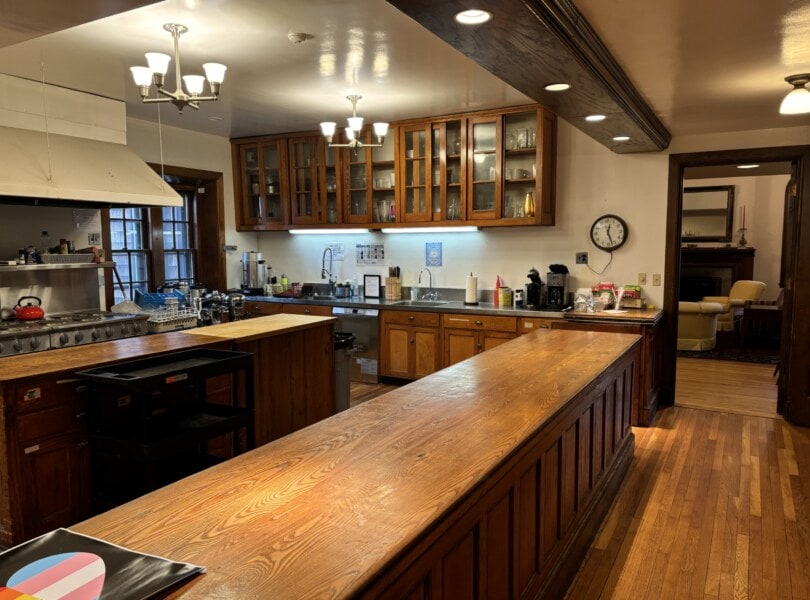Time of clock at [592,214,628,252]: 12:27
